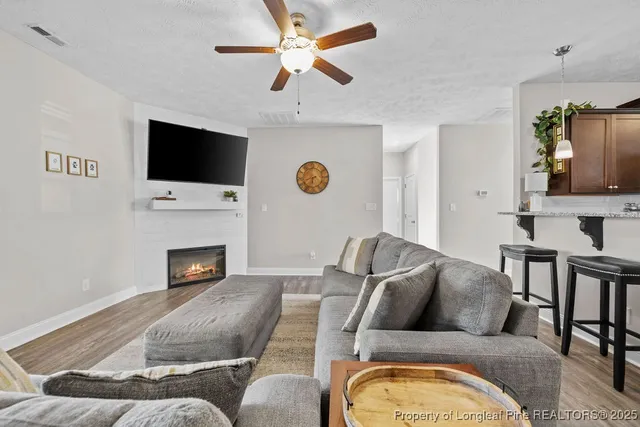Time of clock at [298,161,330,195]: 6:41
